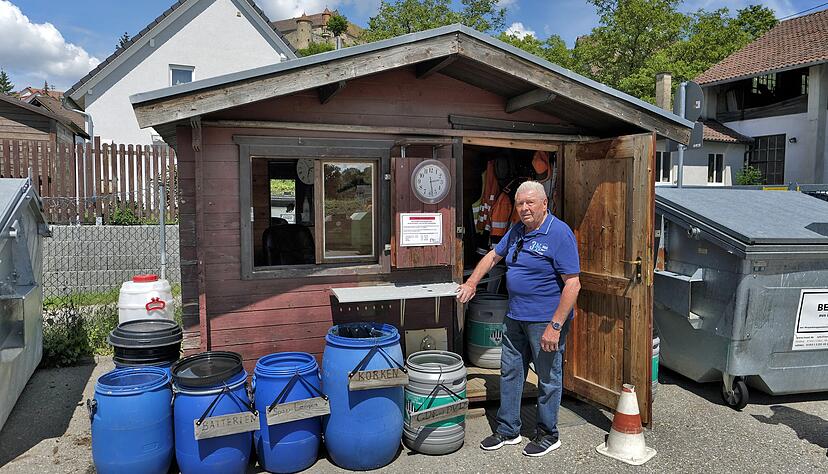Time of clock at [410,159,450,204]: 2:28
